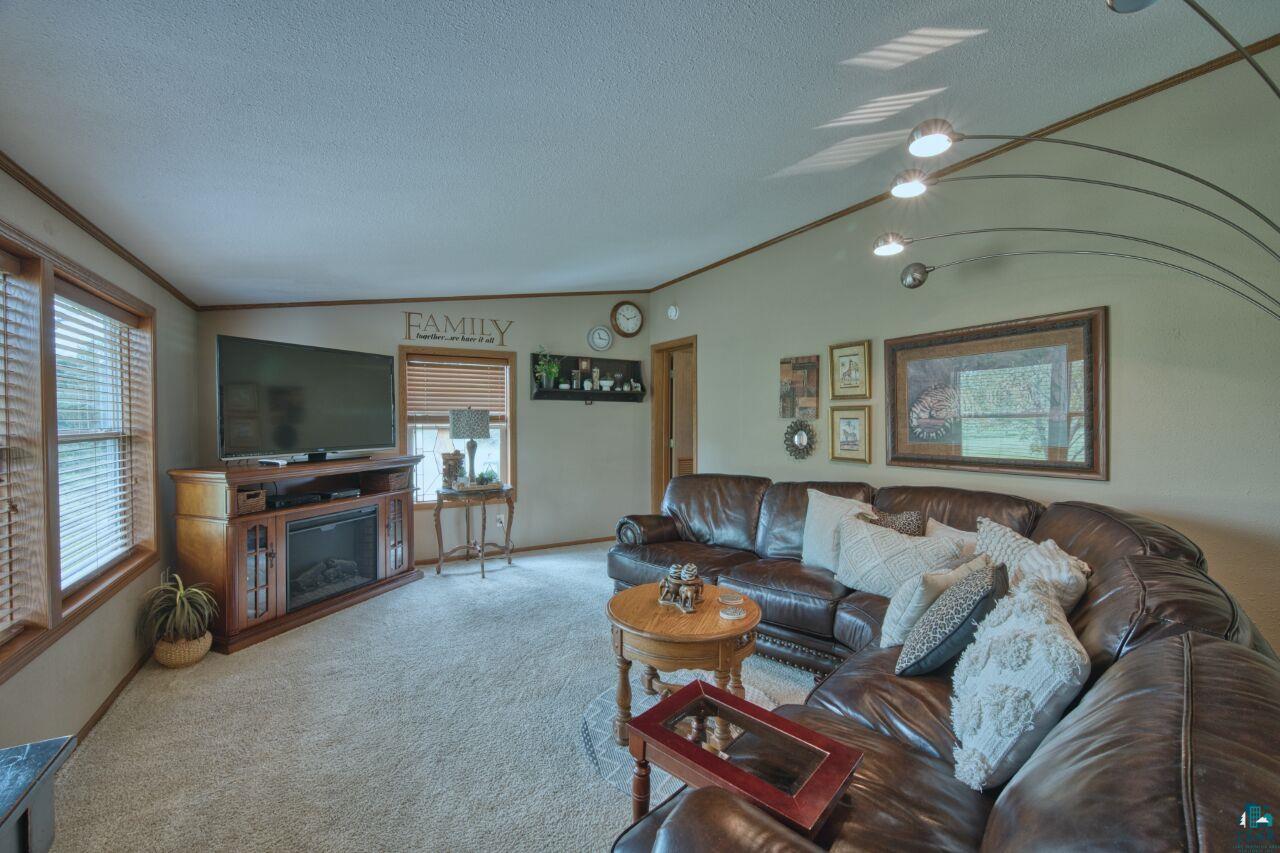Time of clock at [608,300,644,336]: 10:12
